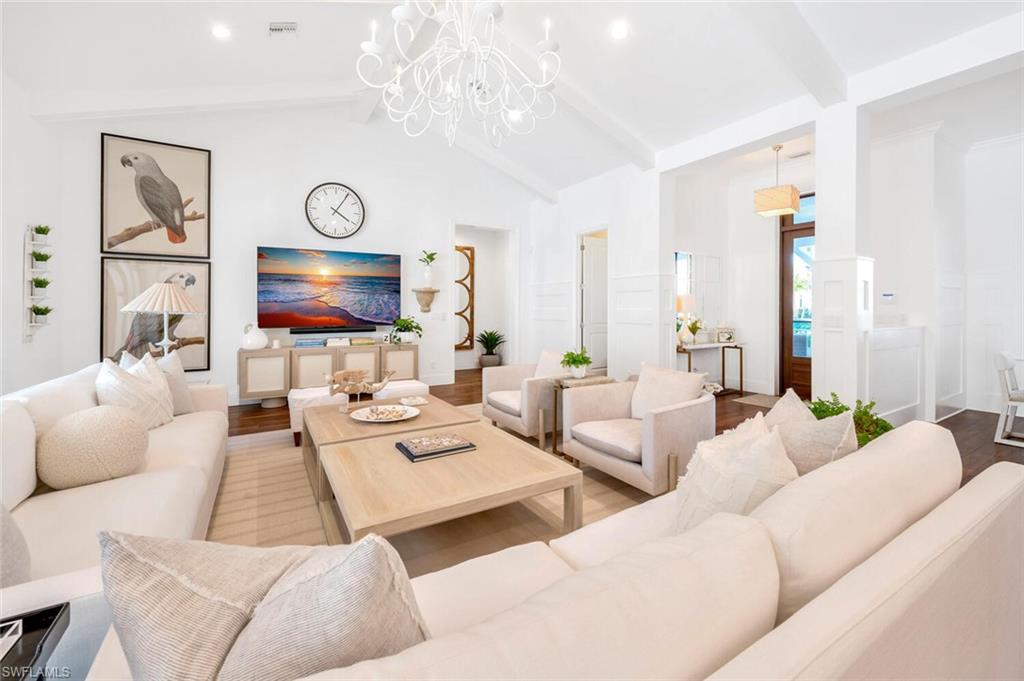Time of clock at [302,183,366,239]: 4:05
